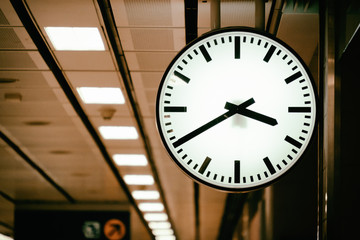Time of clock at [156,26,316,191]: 3:40
